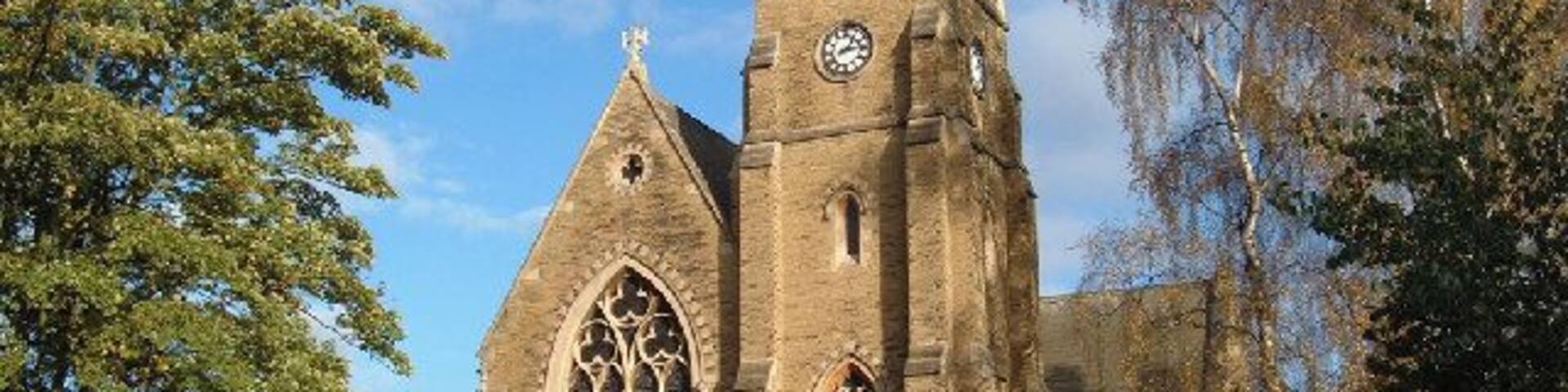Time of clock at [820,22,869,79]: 1:13
